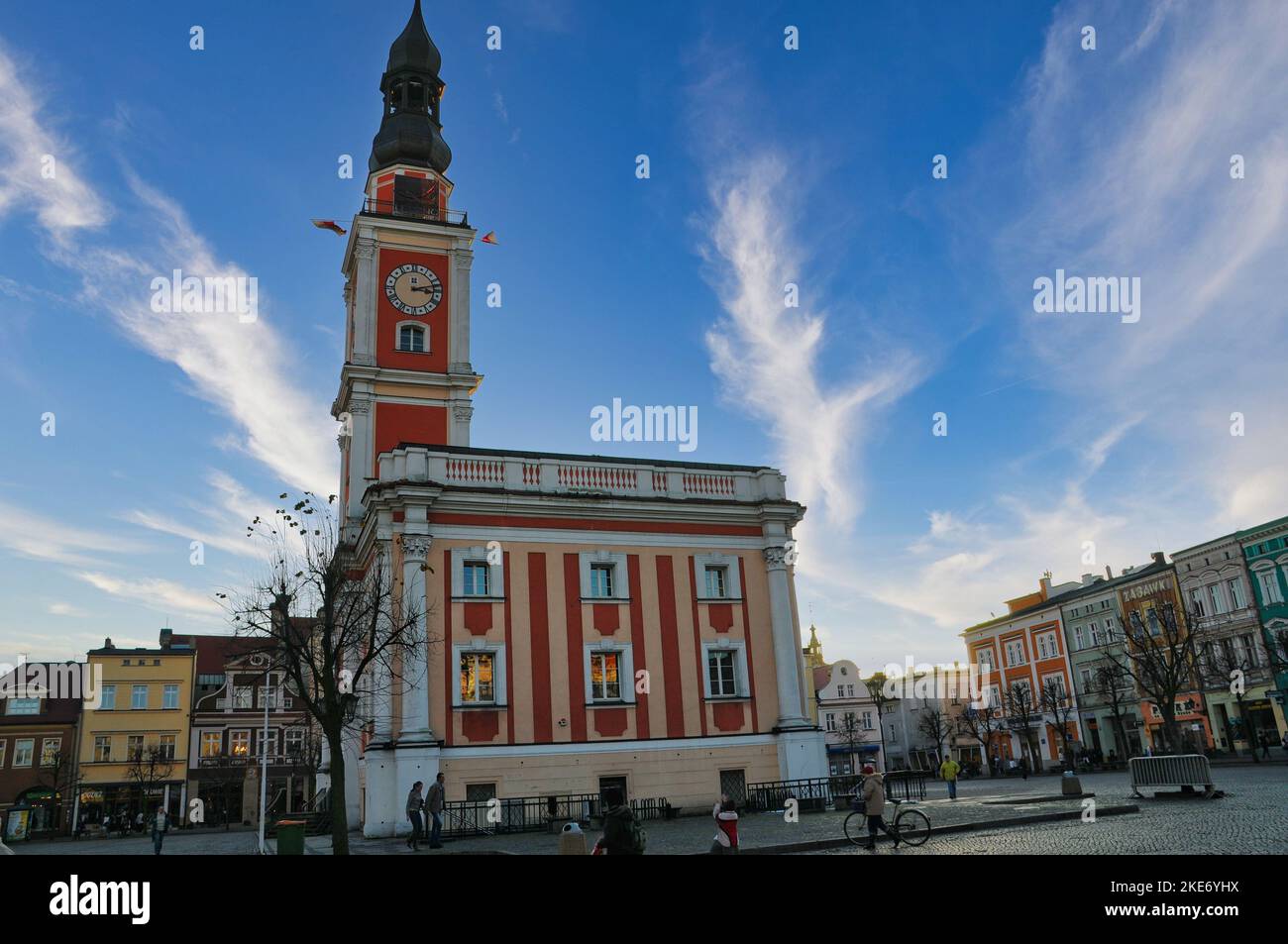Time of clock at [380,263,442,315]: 3:12
